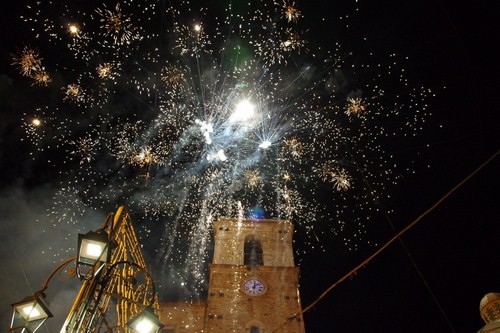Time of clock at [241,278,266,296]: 12:07
